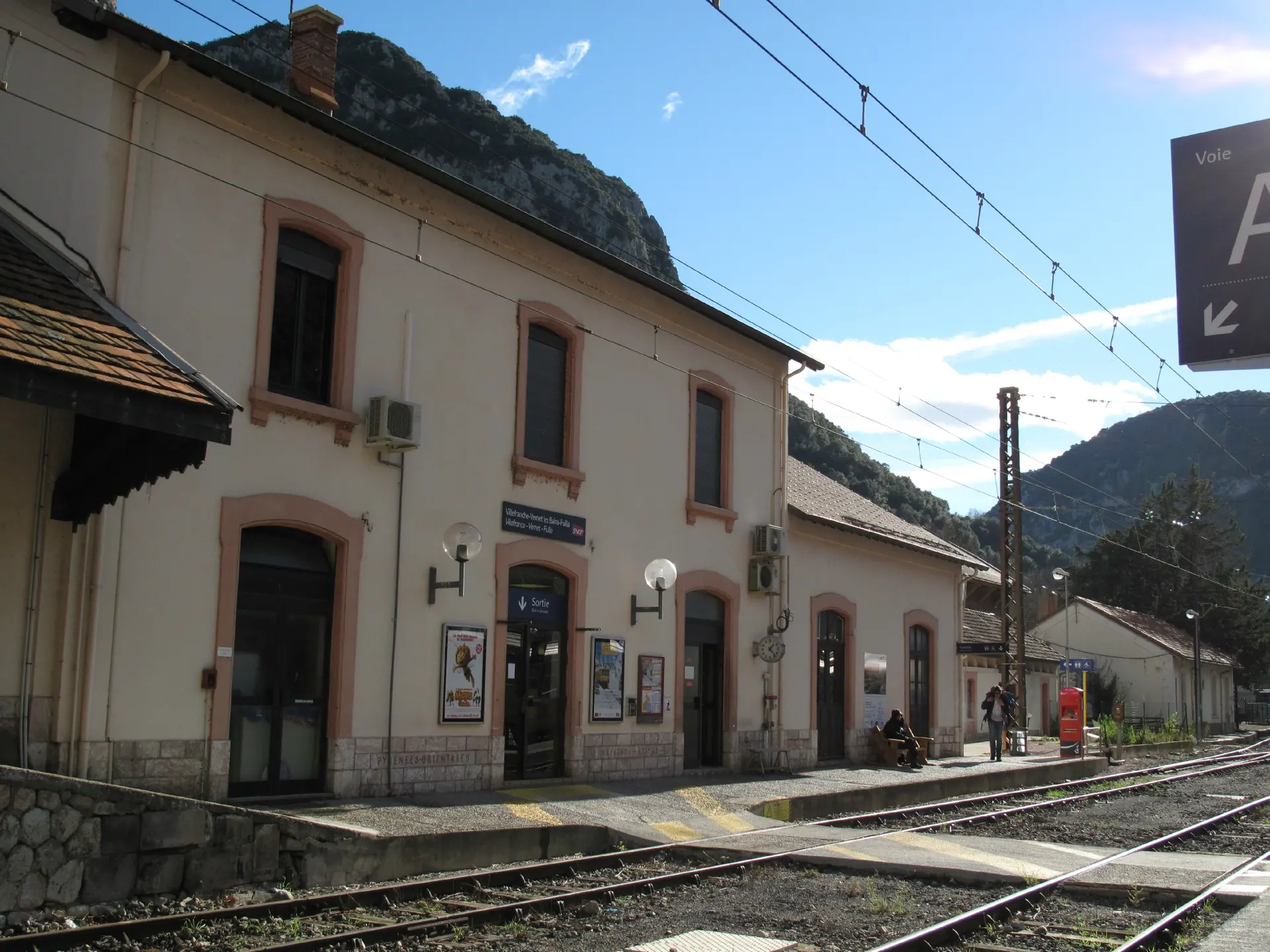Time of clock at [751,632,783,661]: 1:23
